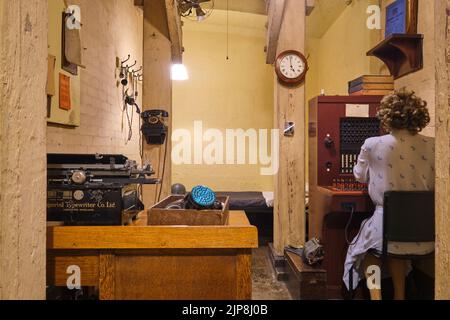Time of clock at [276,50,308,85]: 4:59
